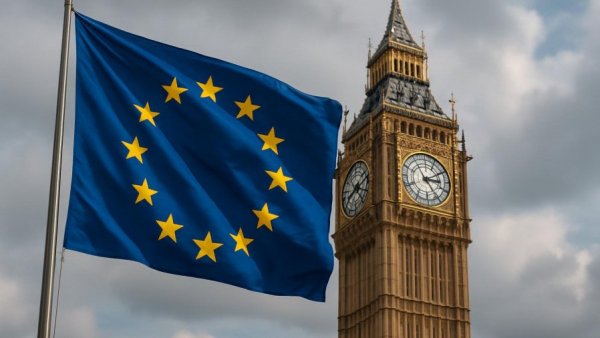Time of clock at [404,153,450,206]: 3:10
